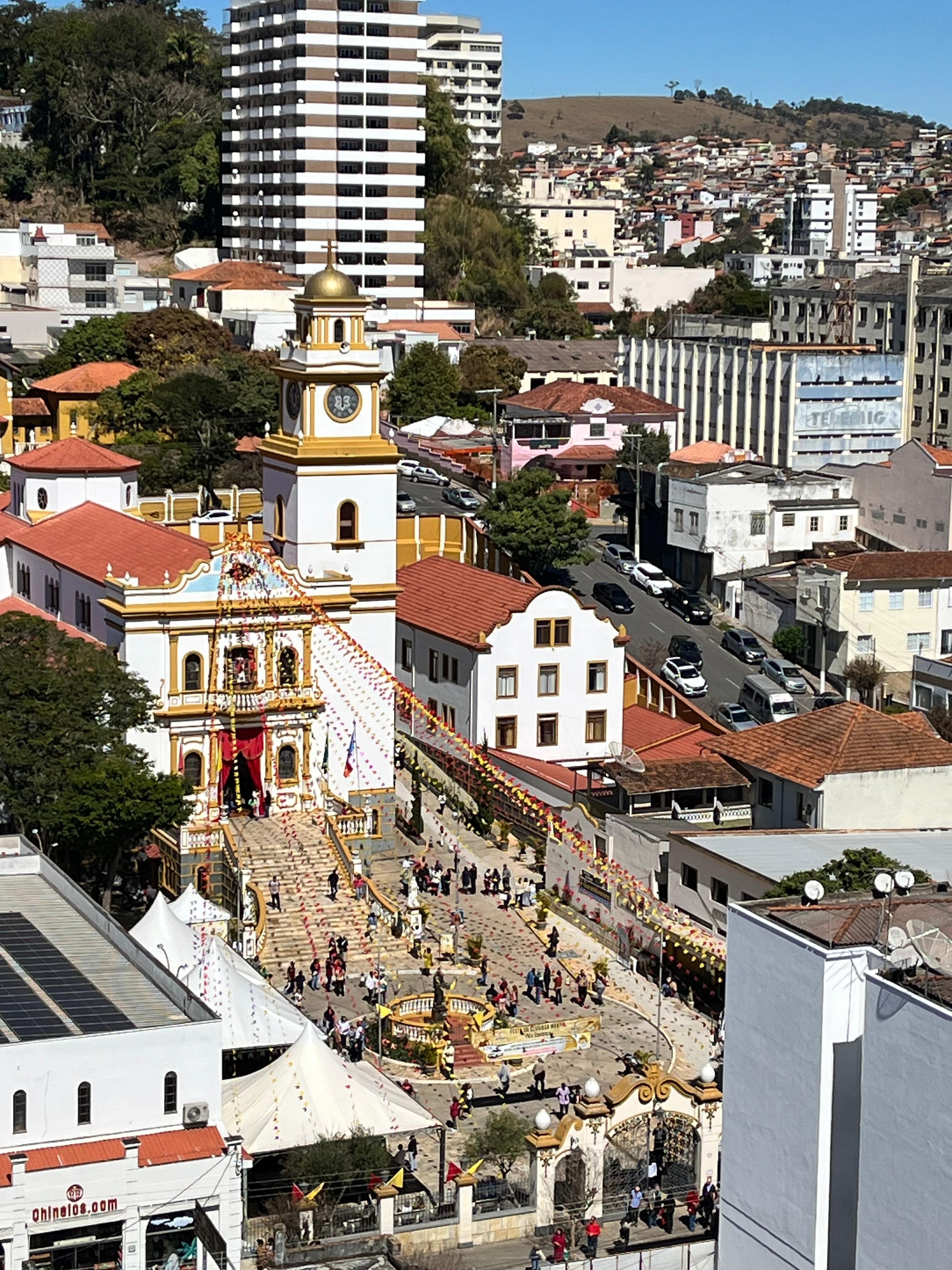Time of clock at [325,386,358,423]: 5:59
